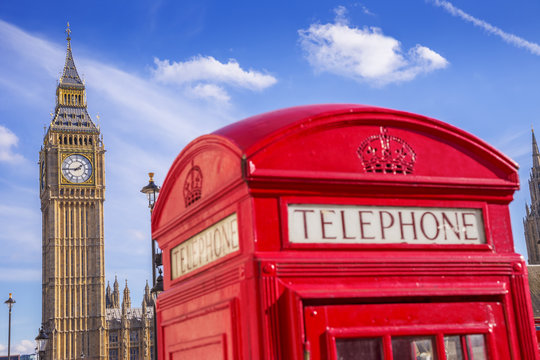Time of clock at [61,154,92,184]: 1:44
